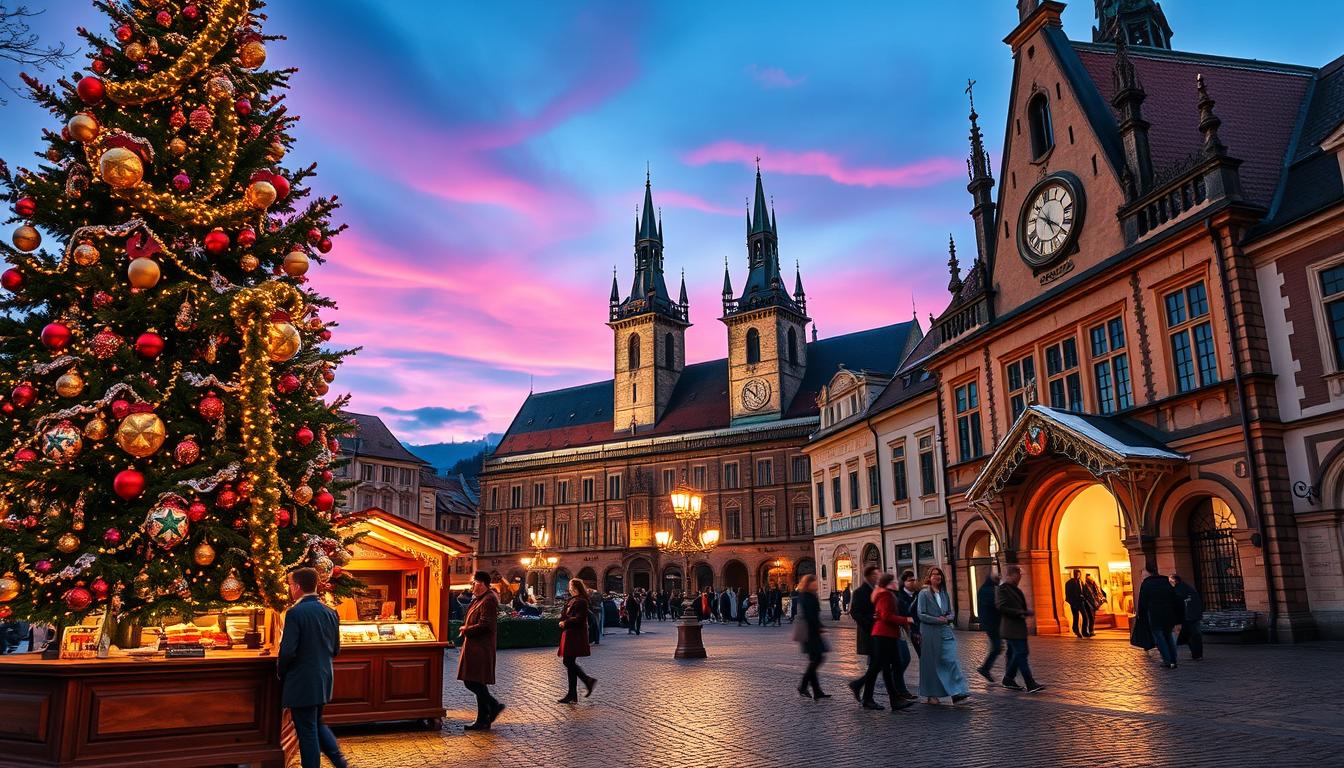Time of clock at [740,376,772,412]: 11:51
